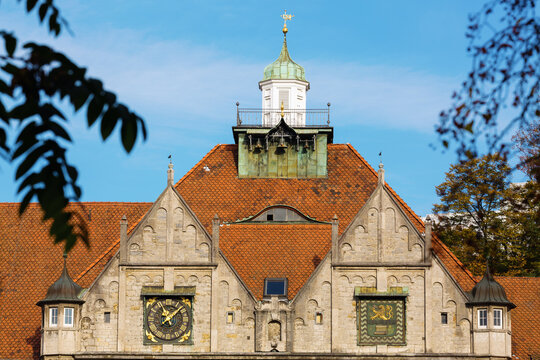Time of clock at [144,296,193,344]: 11:07
